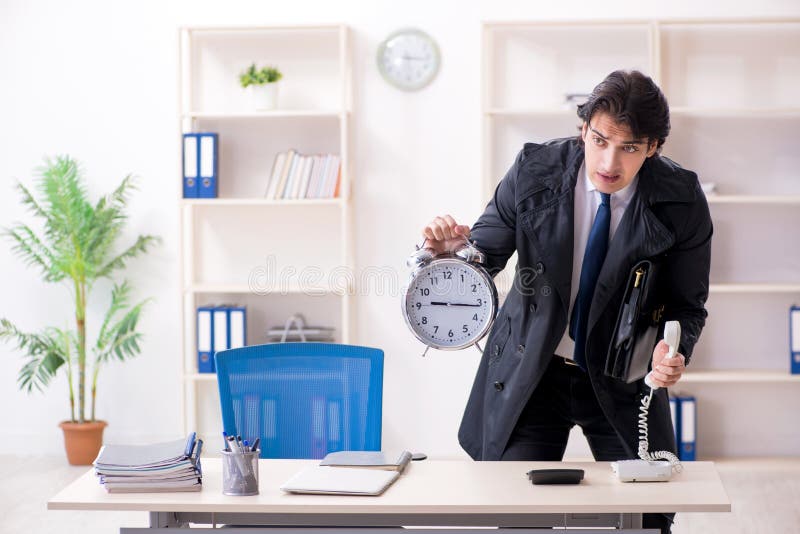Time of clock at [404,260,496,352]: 9:16
